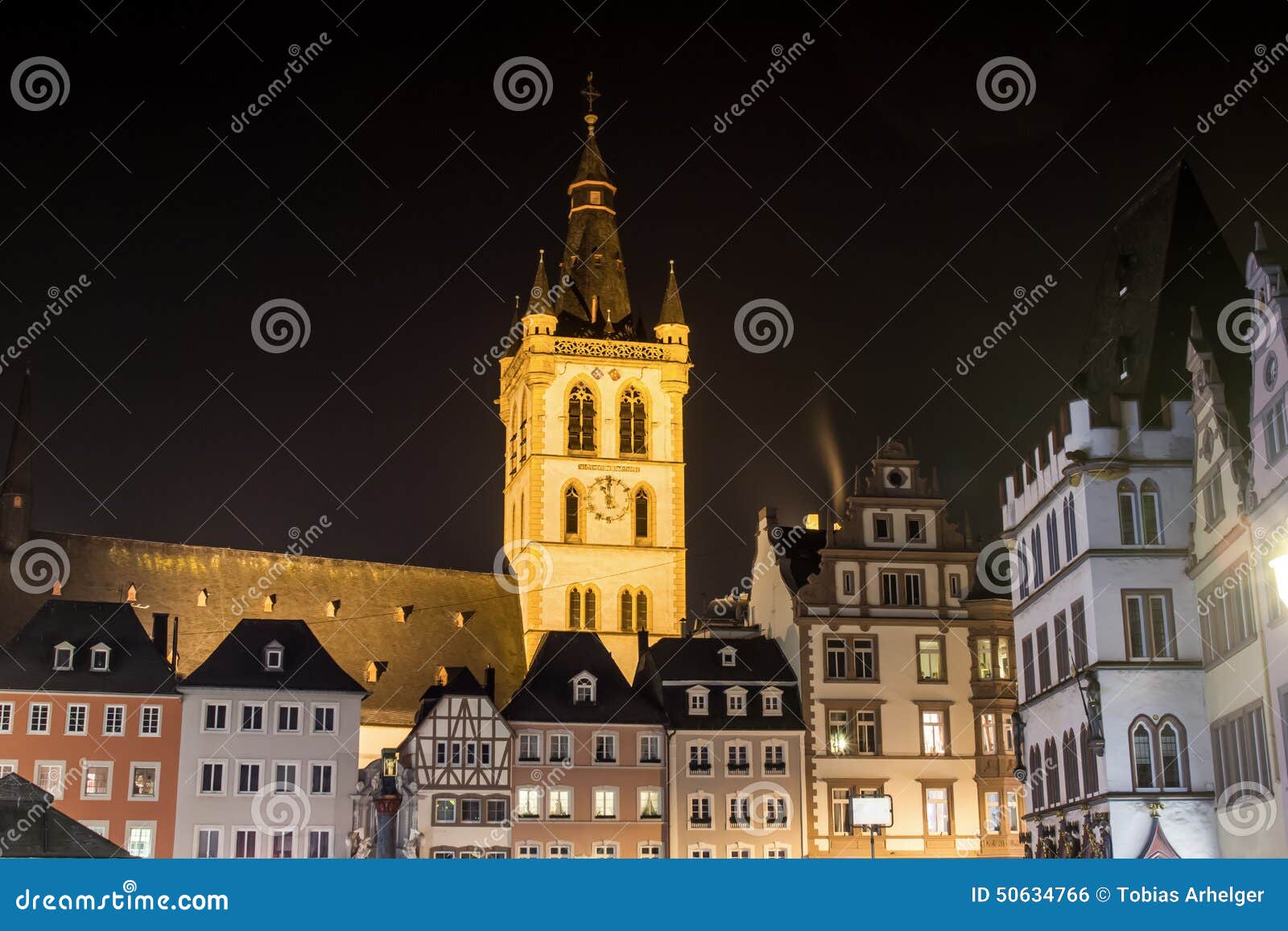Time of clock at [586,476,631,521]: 11:00
